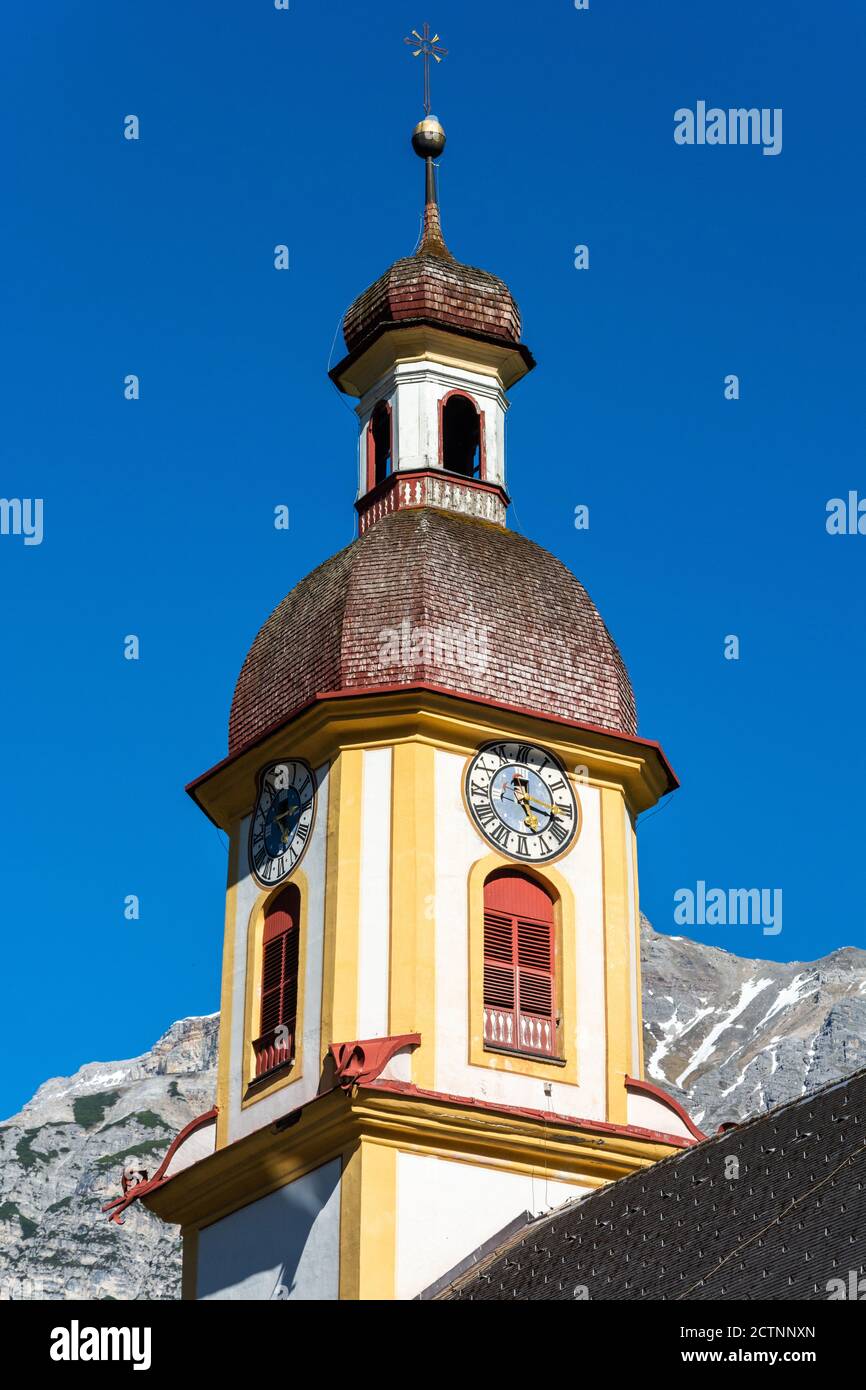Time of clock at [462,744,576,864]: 5:17
